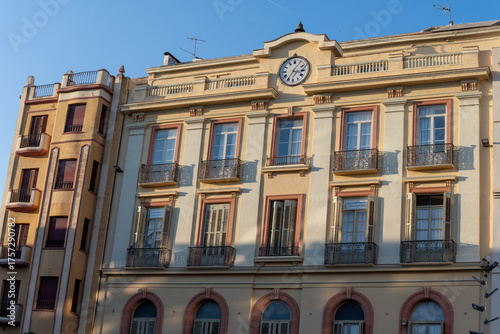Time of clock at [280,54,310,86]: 3:35
